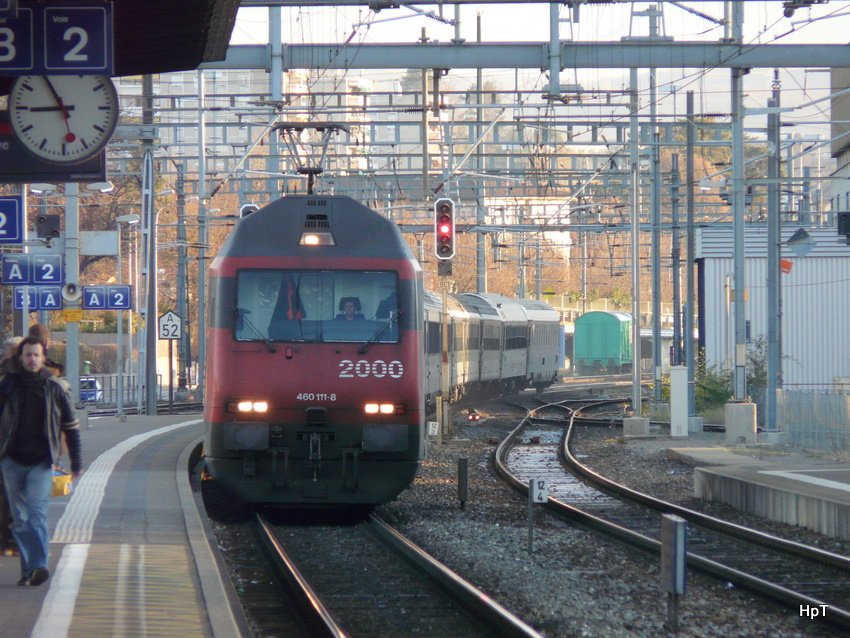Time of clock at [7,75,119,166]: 8:54
